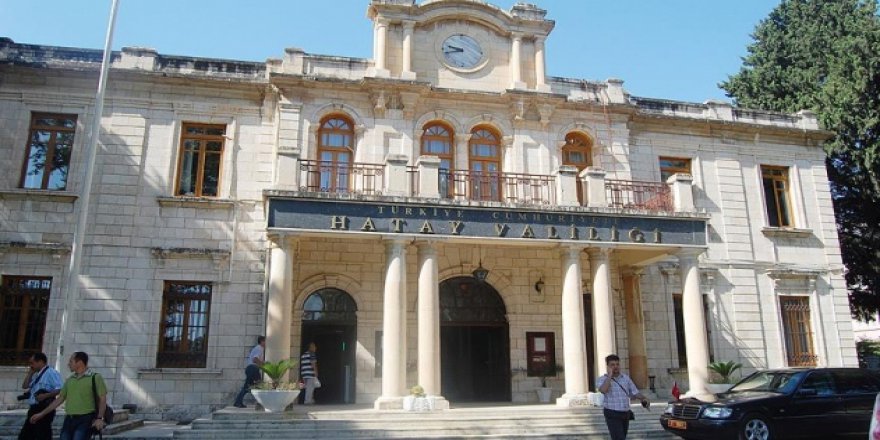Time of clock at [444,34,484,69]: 9:42
